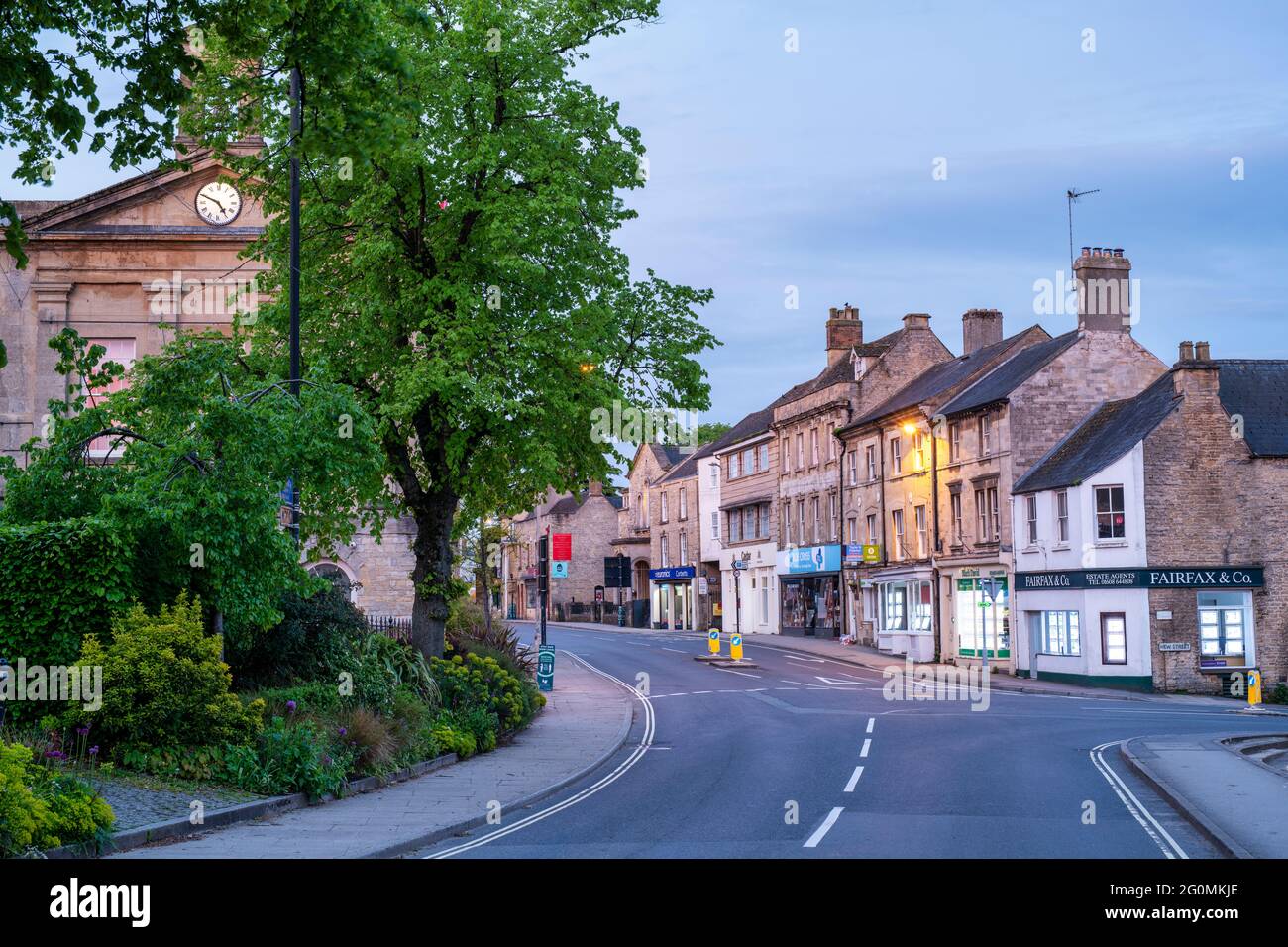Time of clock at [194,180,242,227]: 4:49
